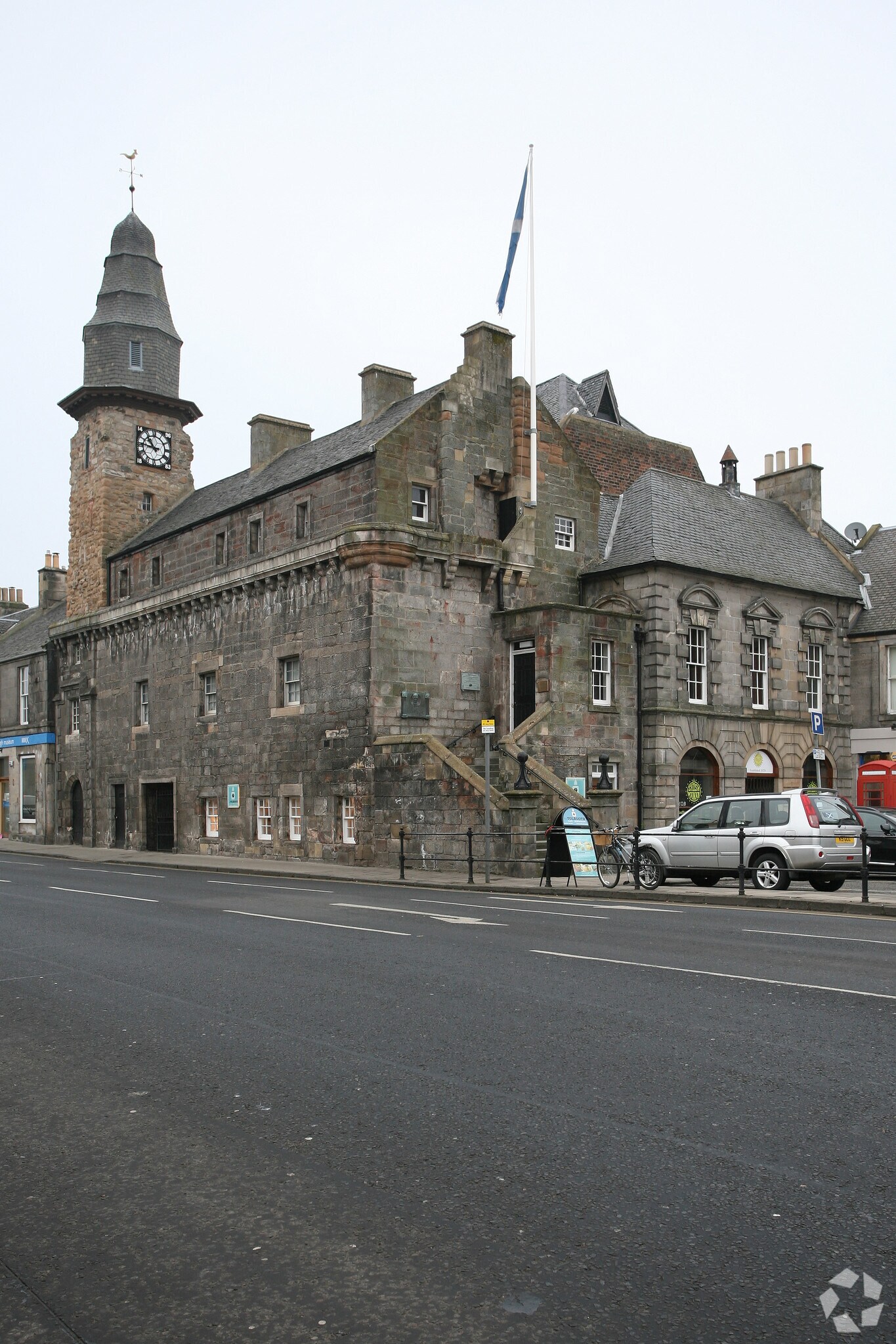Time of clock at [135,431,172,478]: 10:46
